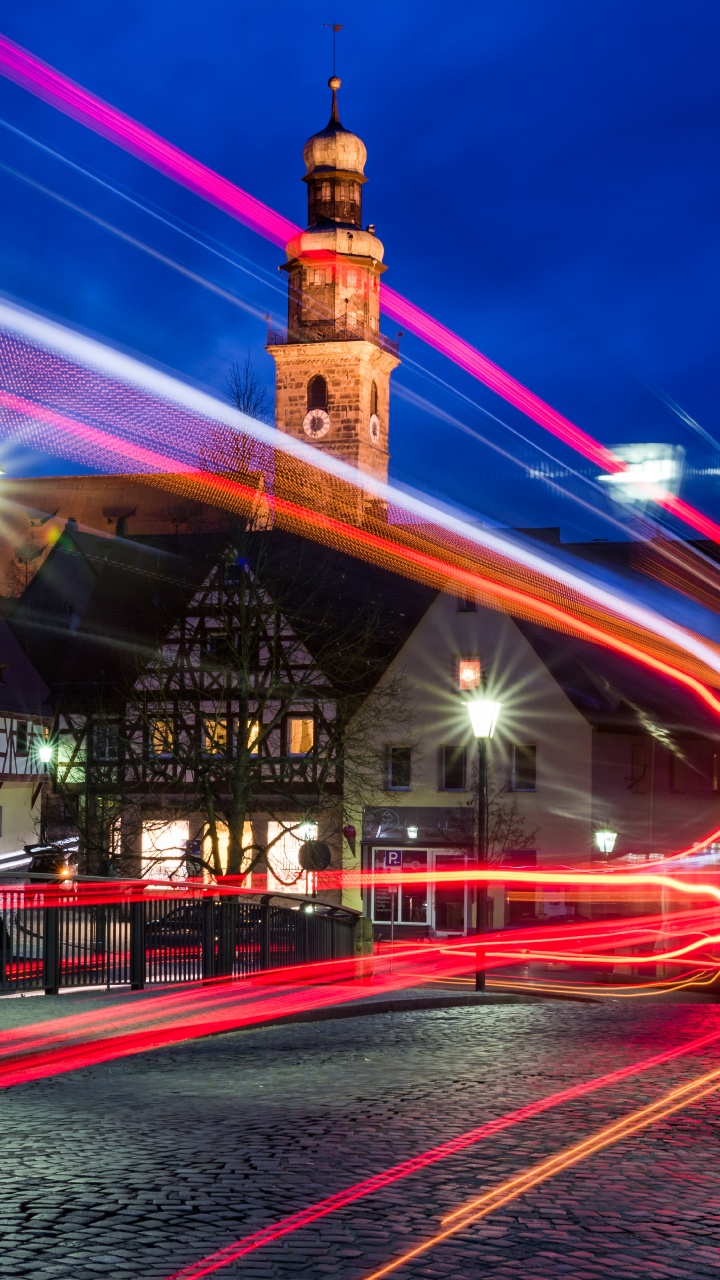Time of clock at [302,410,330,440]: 11:32
